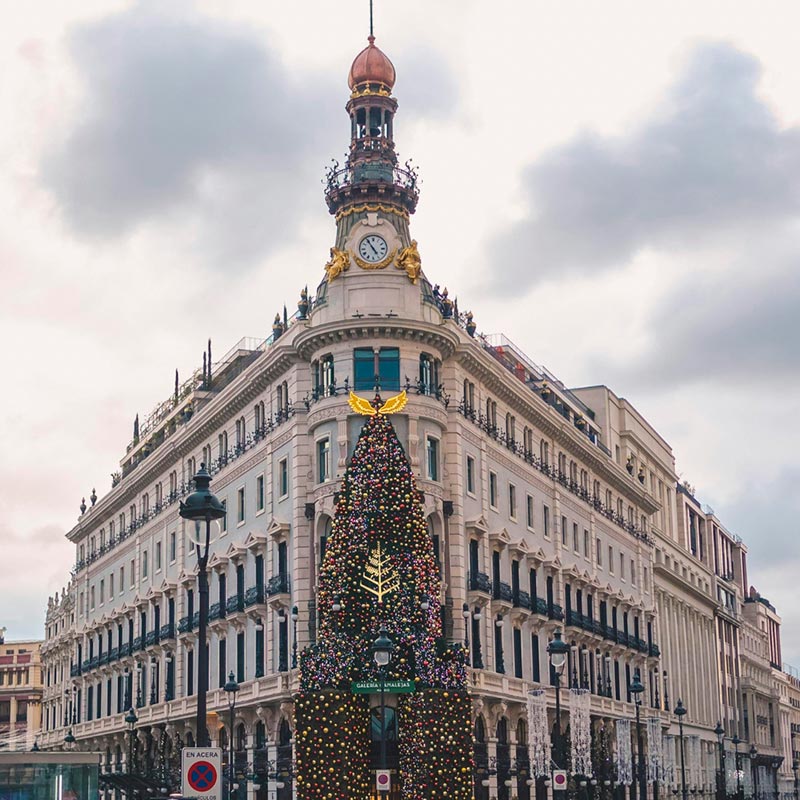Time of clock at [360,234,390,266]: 4:54
